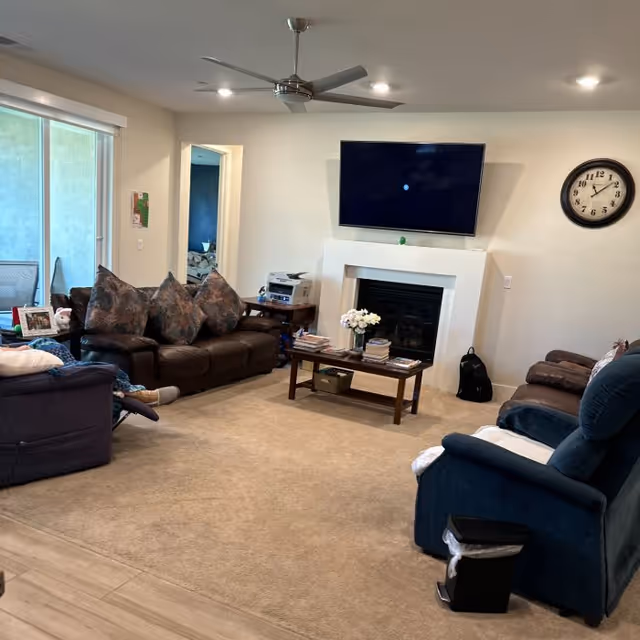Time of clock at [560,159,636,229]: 11:08
